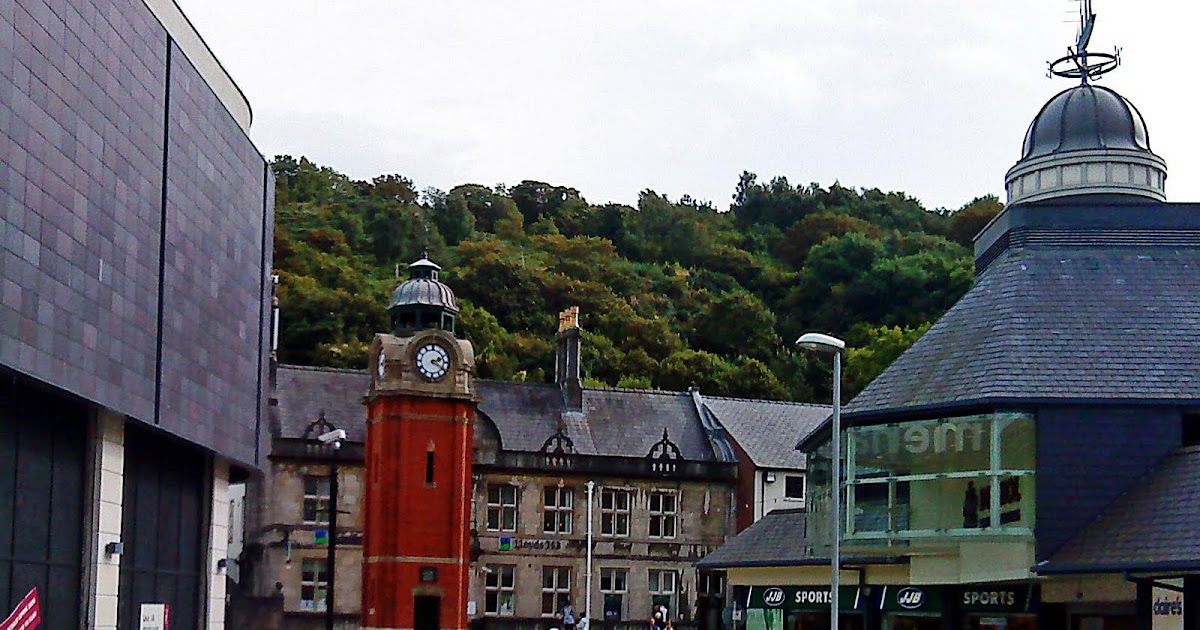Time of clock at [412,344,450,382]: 2:20
